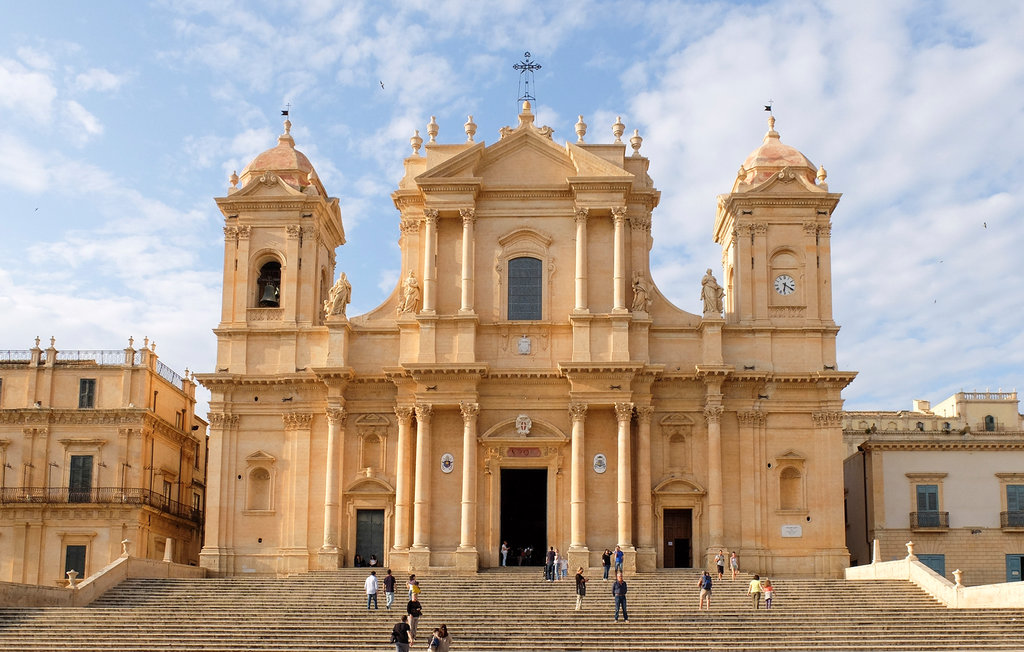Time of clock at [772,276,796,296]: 6:20
